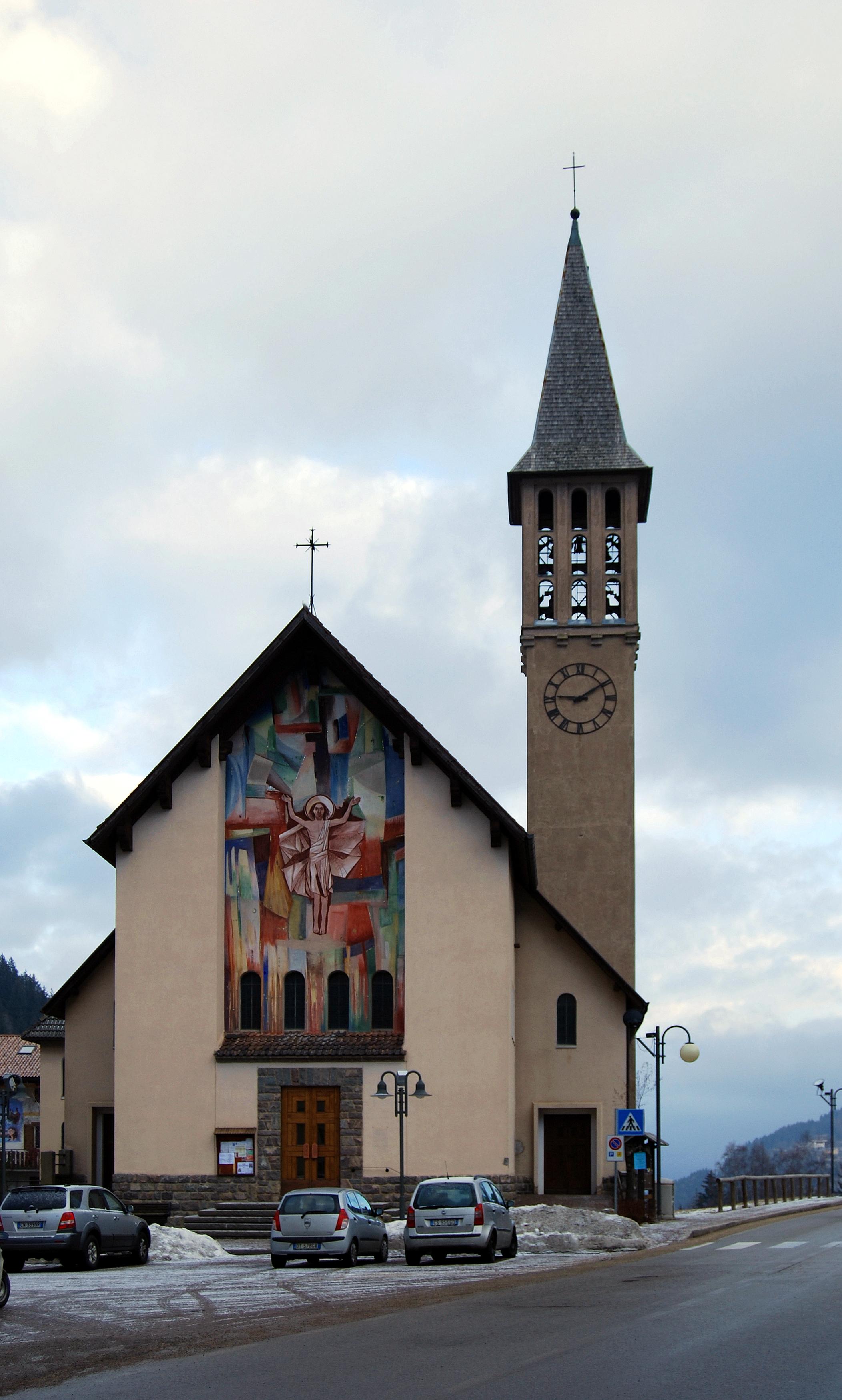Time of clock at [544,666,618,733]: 9:09
